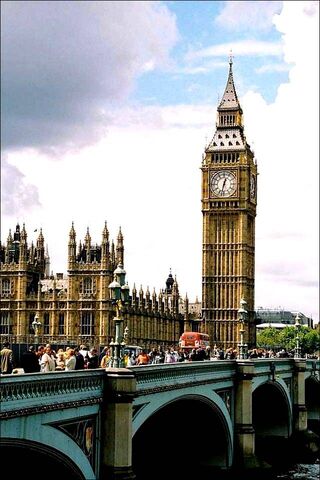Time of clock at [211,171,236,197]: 12:32
